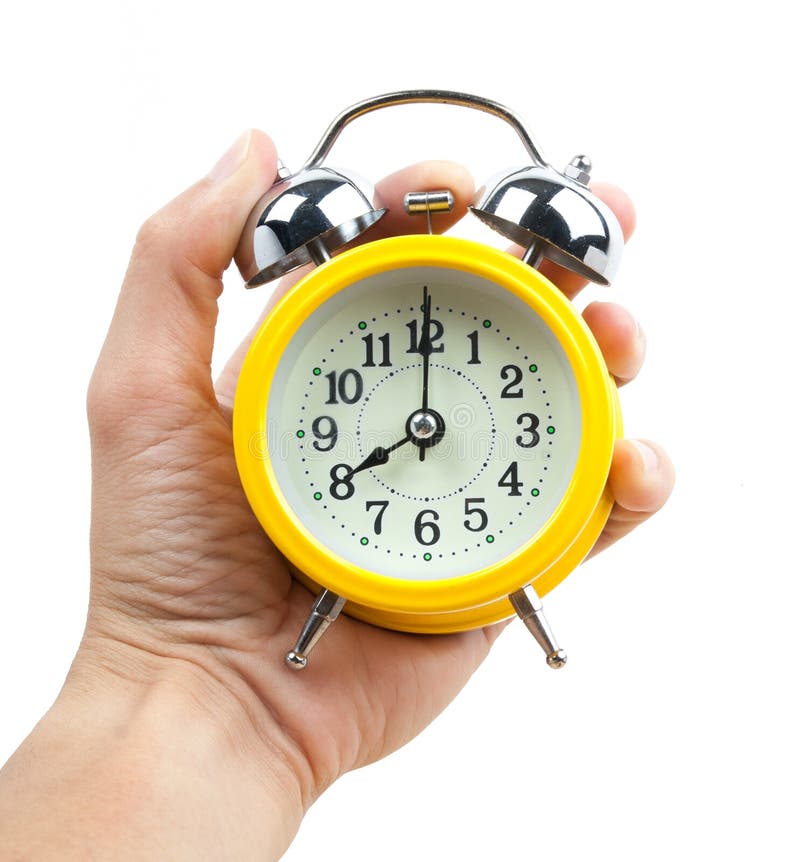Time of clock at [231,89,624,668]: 8:00
